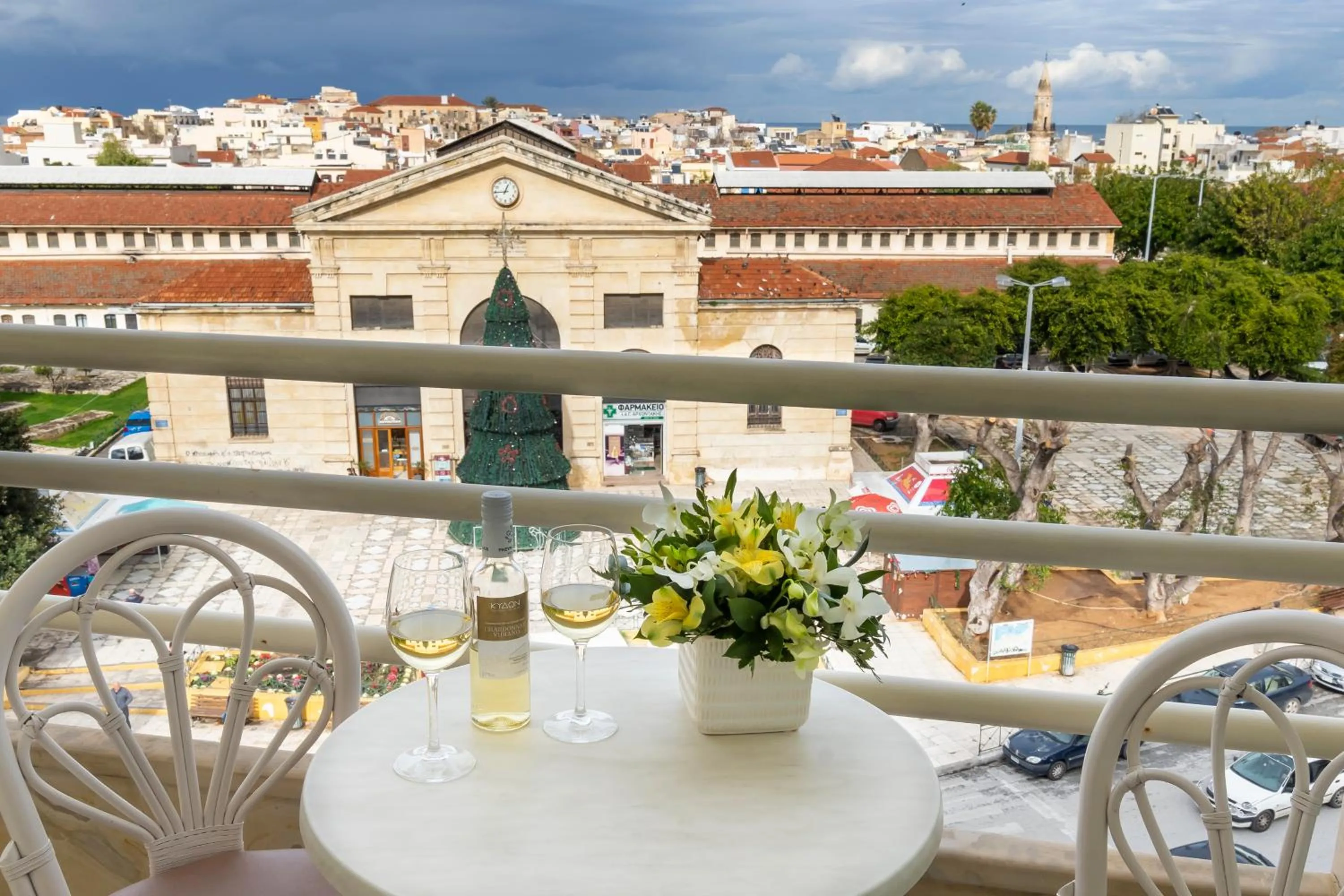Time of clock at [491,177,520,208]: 12:44
